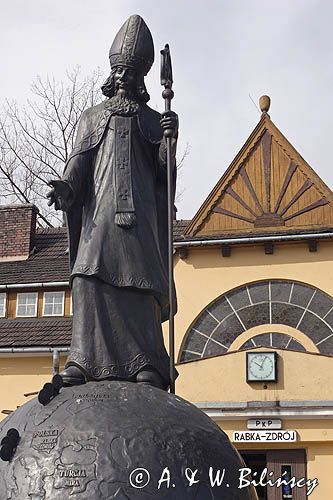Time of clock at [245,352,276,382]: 10:03
